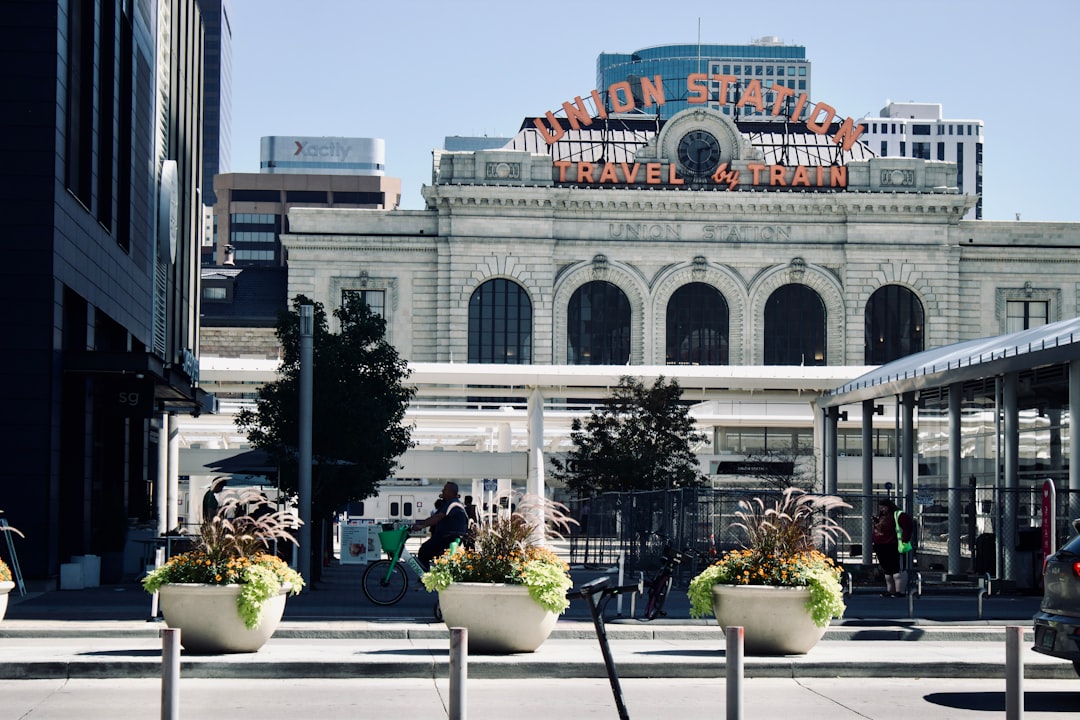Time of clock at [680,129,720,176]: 2:30
